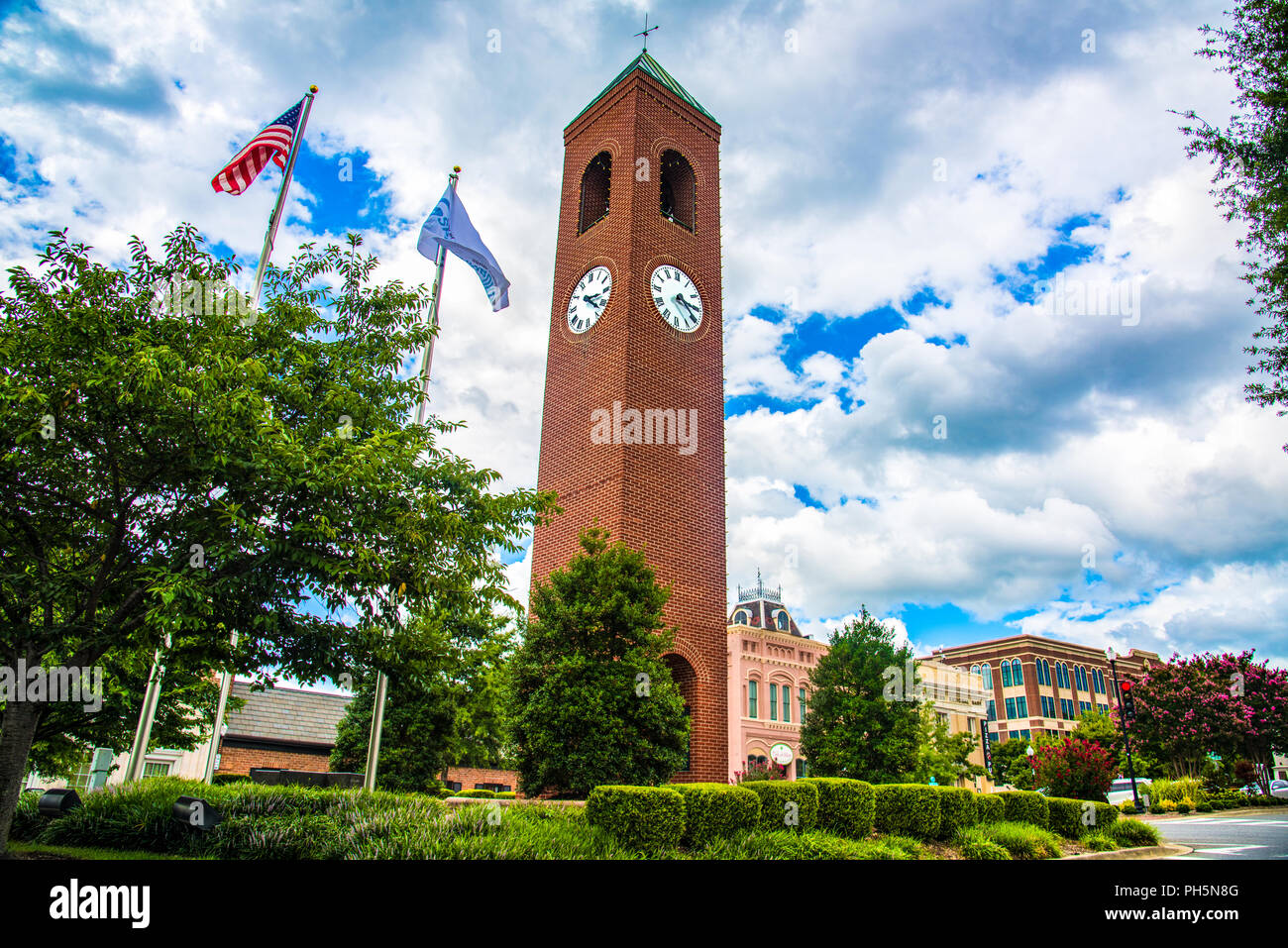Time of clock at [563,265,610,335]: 3:22
